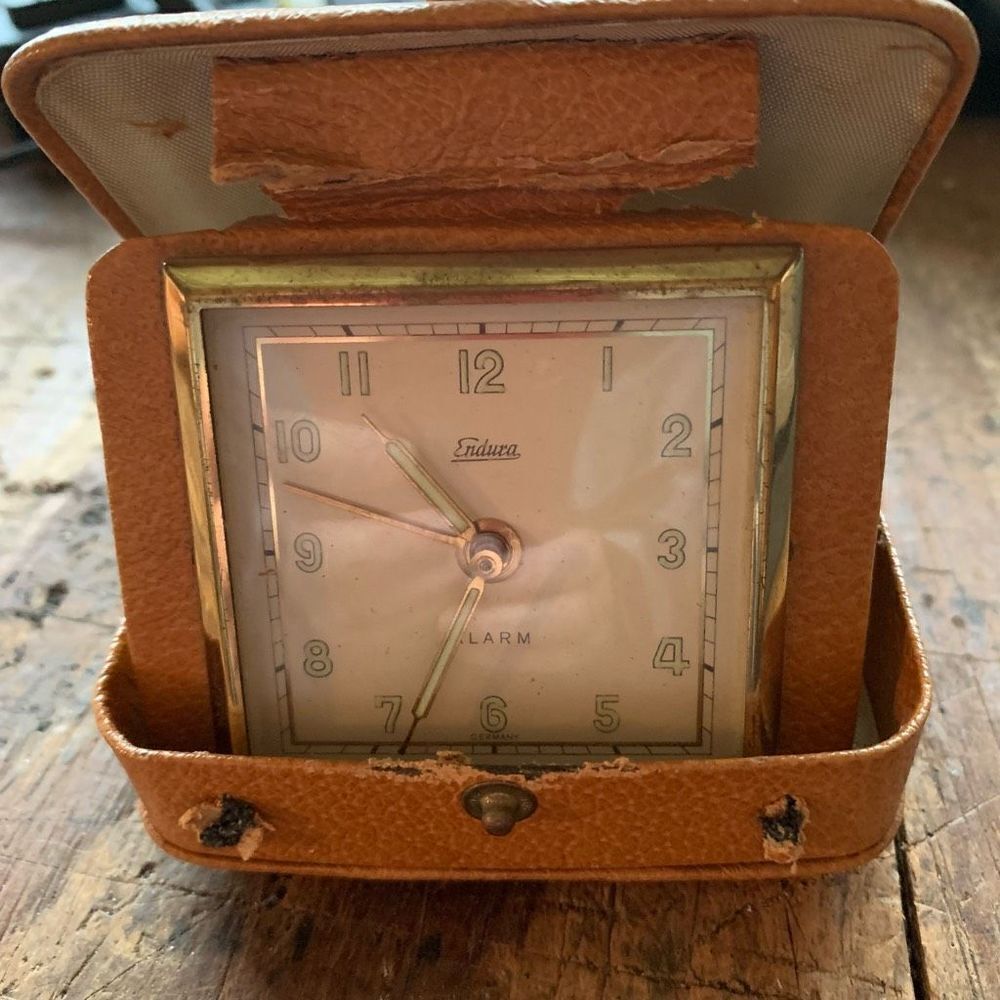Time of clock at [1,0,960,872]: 10:33
